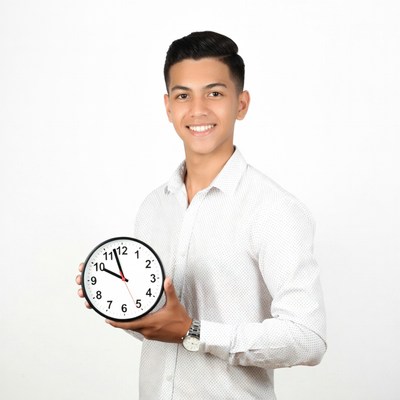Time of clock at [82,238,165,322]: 9:57
